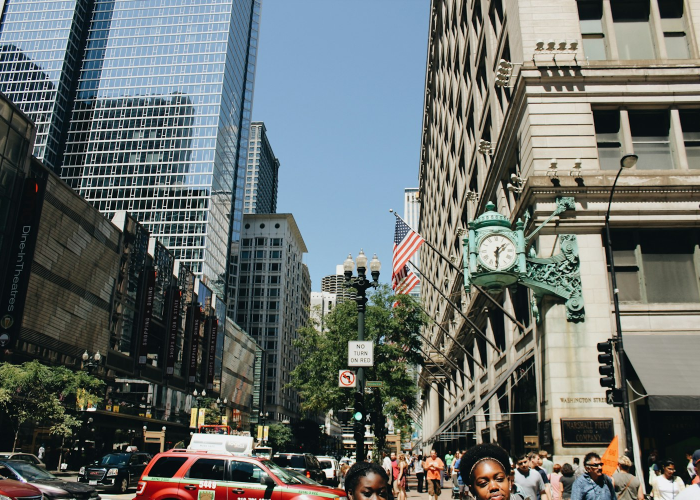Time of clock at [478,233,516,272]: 1:31
